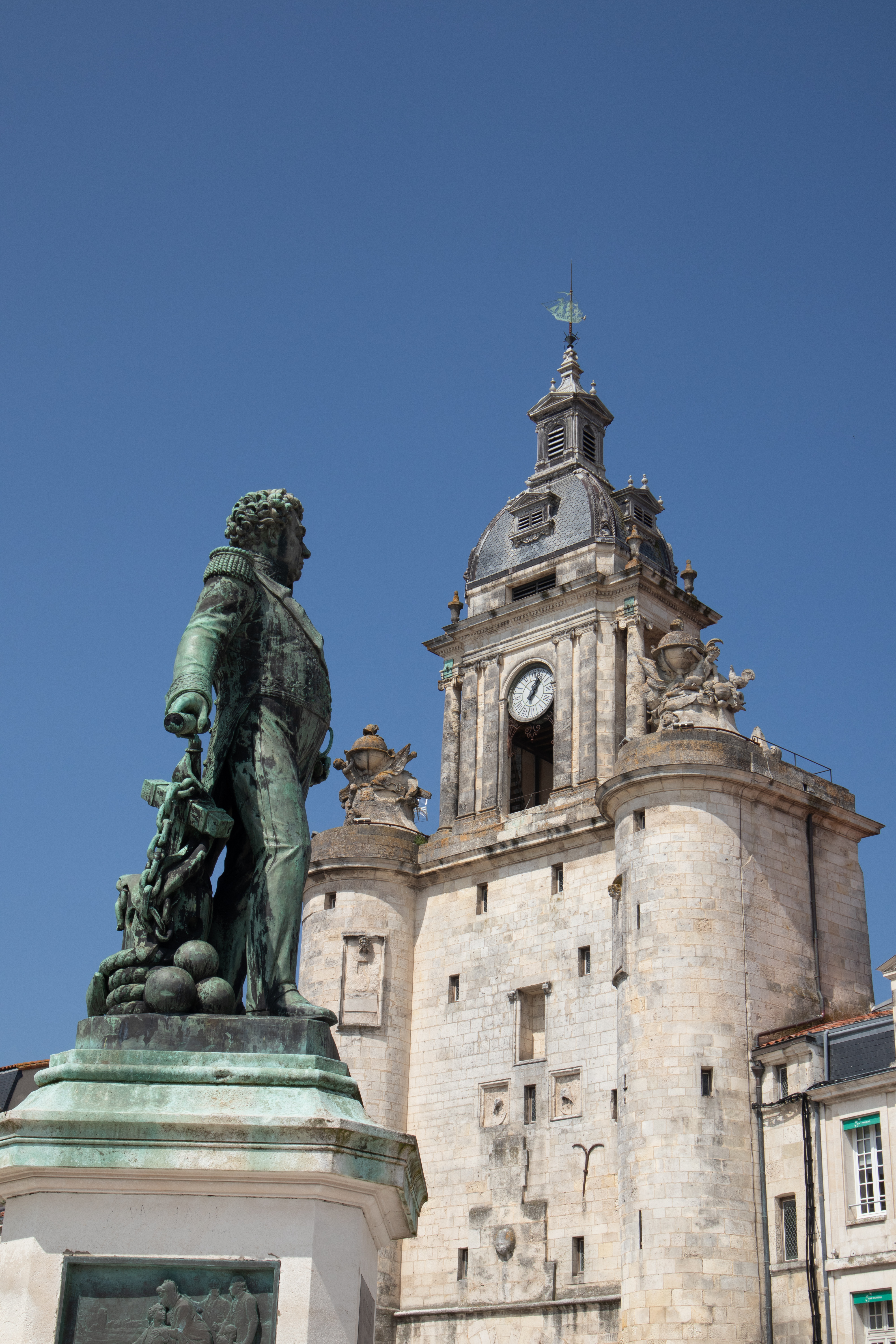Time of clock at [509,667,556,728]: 1:02
